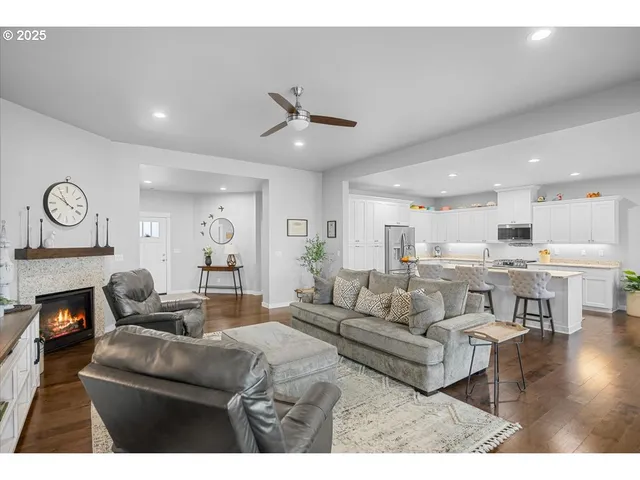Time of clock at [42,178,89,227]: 3:50
